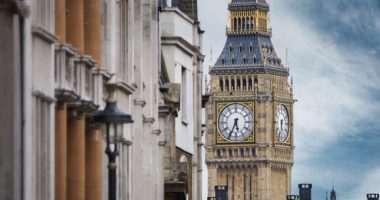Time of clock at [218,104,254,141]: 5:34
